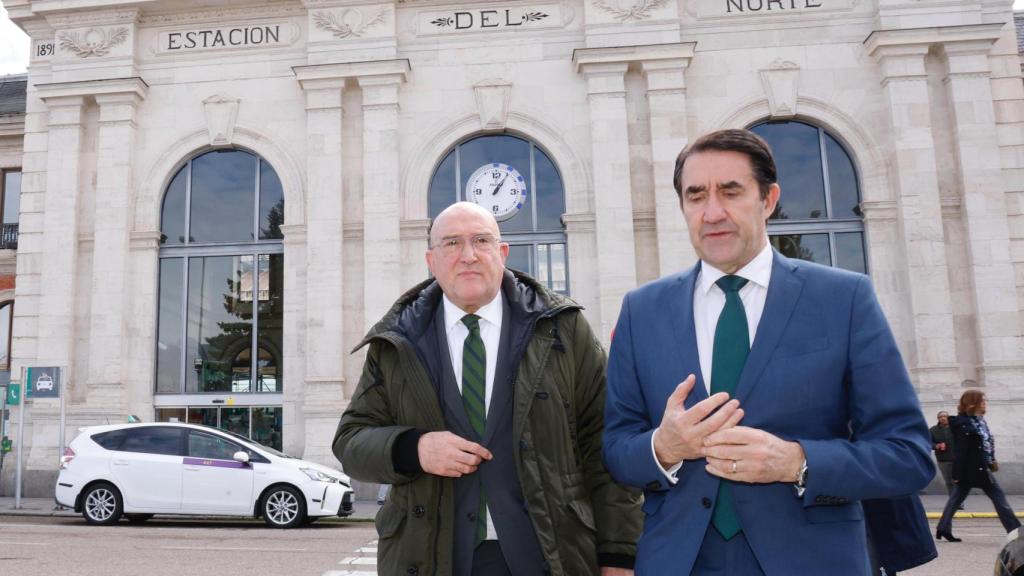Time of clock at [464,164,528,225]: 1:05
